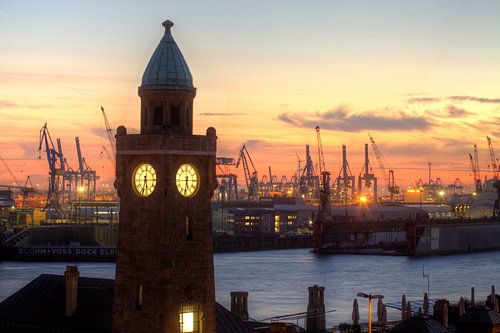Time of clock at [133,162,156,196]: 5:33
